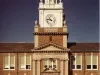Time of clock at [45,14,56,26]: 10:45
